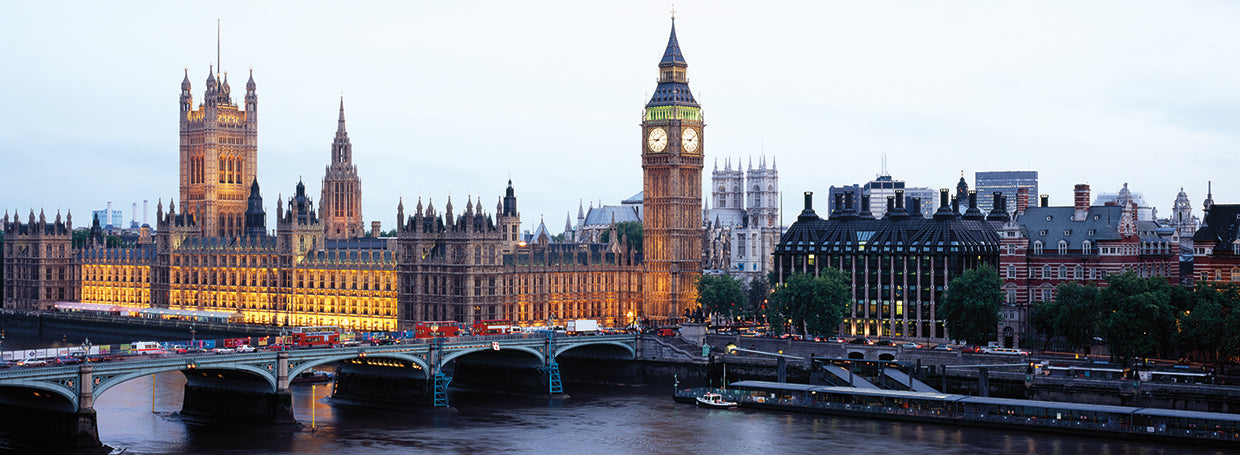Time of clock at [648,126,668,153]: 9:08
